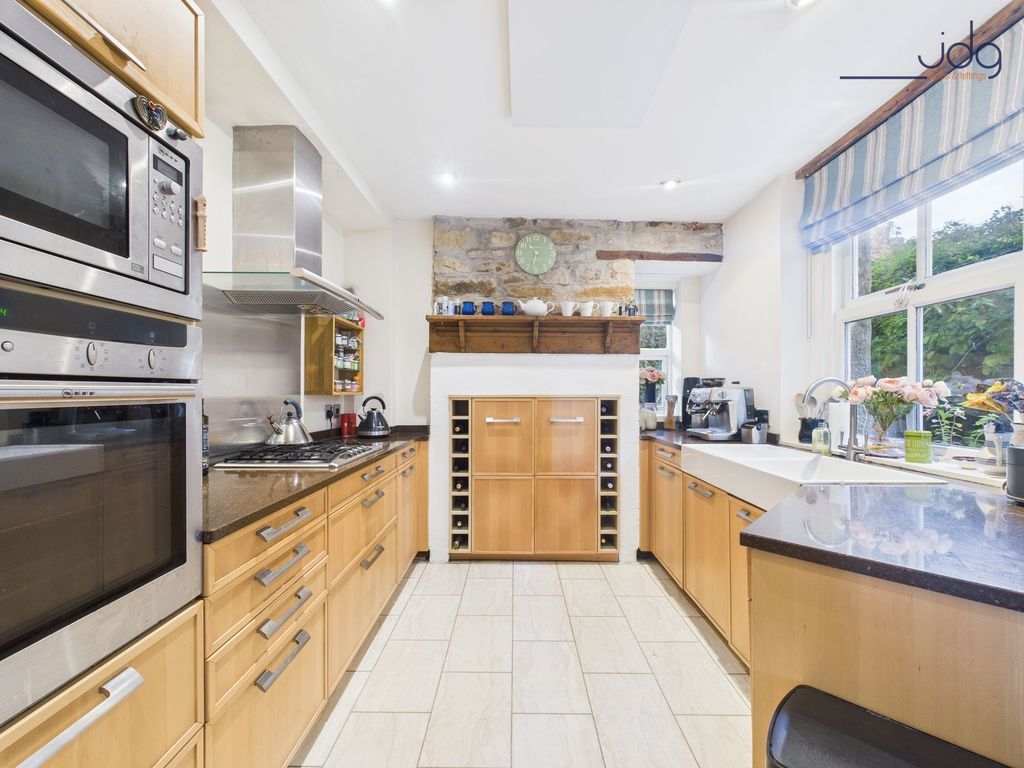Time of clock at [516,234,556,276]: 10:32
